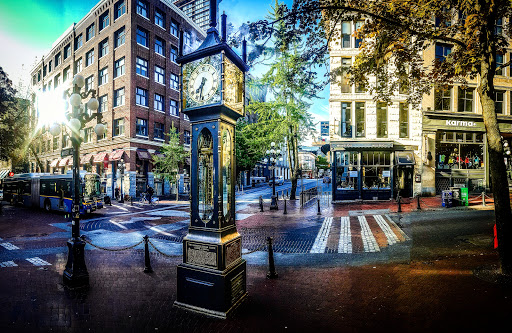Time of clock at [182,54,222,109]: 7:32
